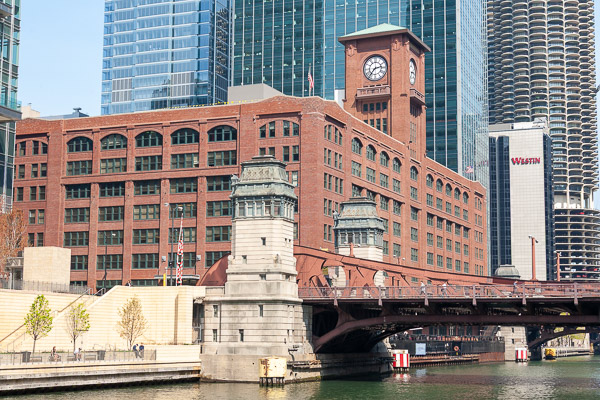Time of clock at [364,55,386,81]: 2:36
